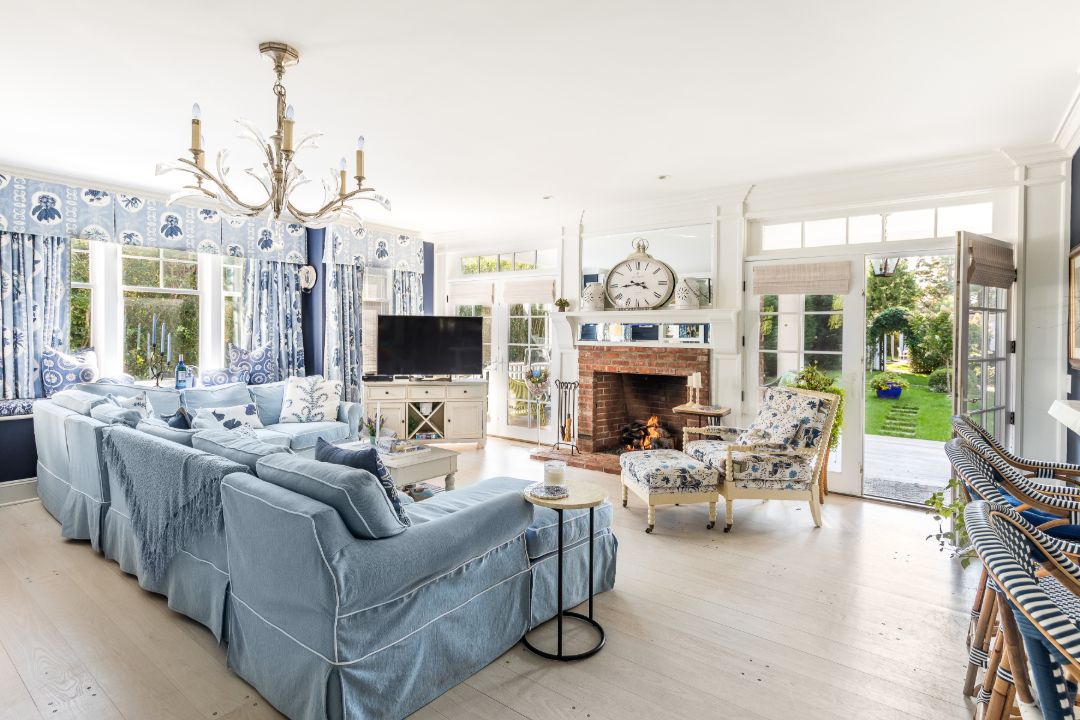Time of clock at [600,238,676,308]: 3:43
